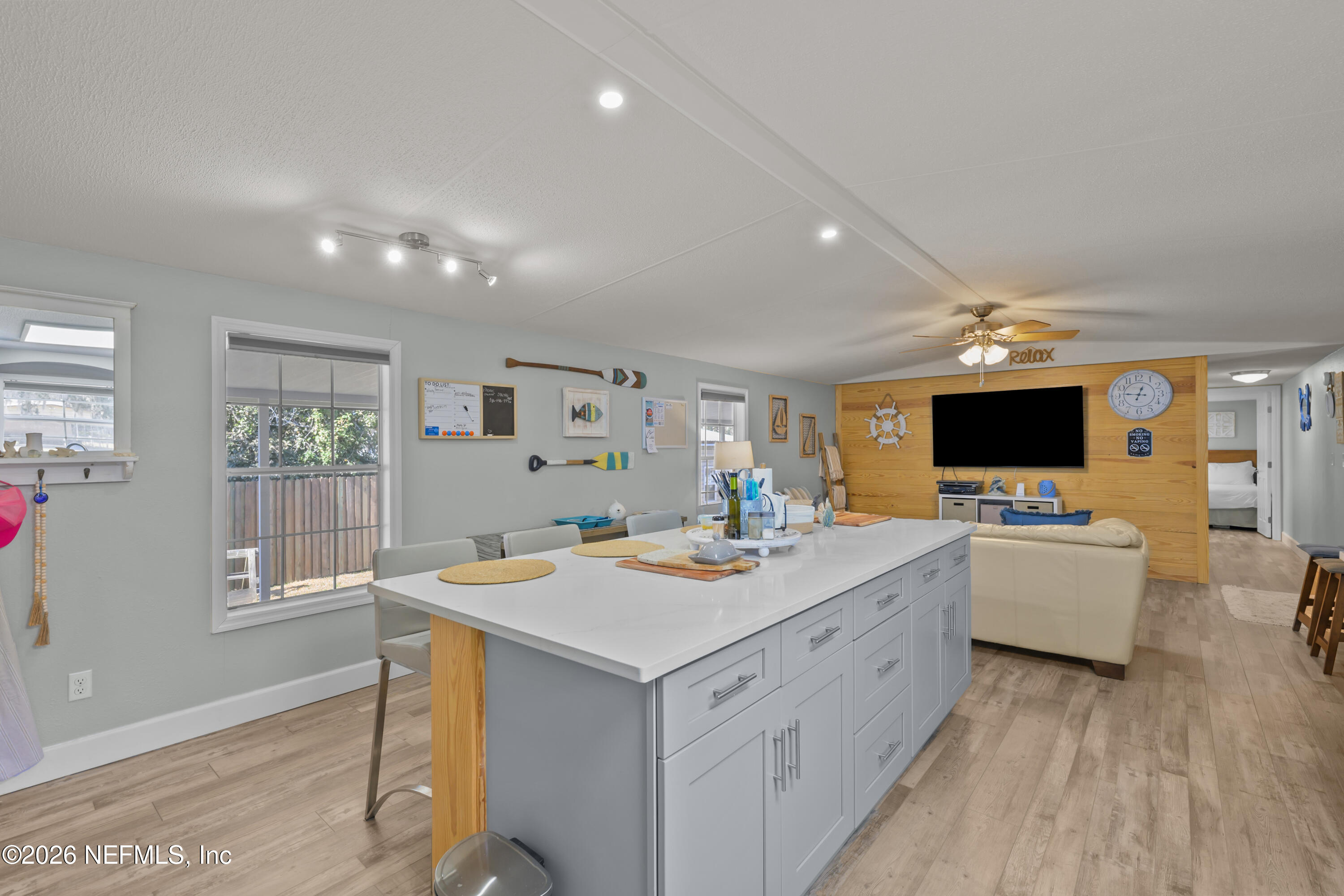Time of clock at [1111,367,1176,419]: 12:46
